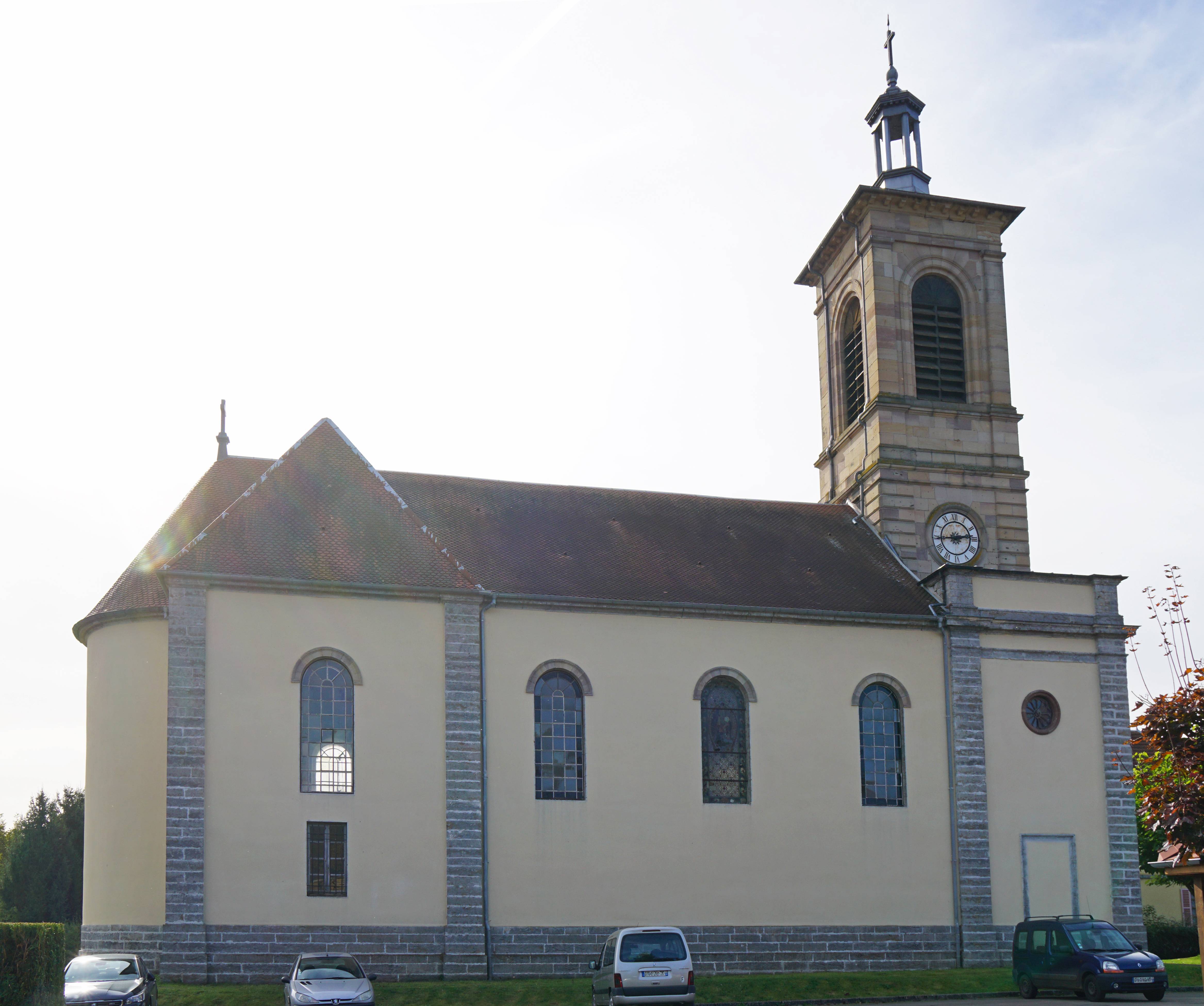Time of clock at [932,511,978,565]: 2:44
